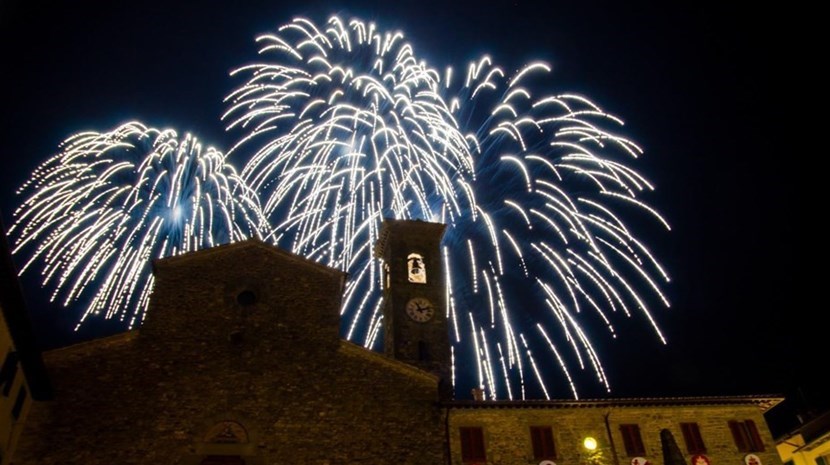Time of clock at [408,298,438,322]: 11:12
